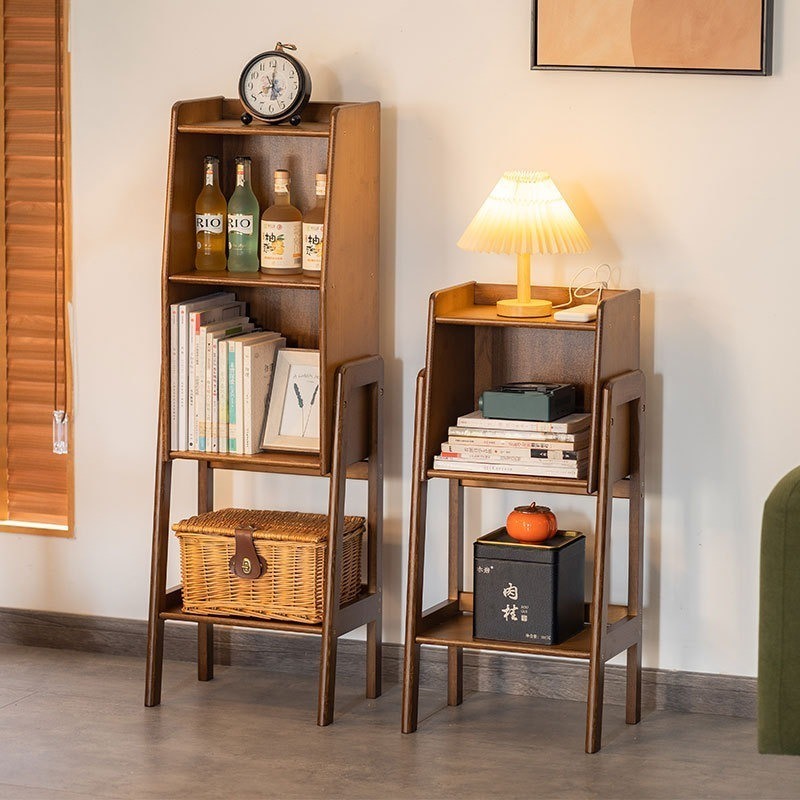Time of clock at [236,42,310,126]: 8:01
